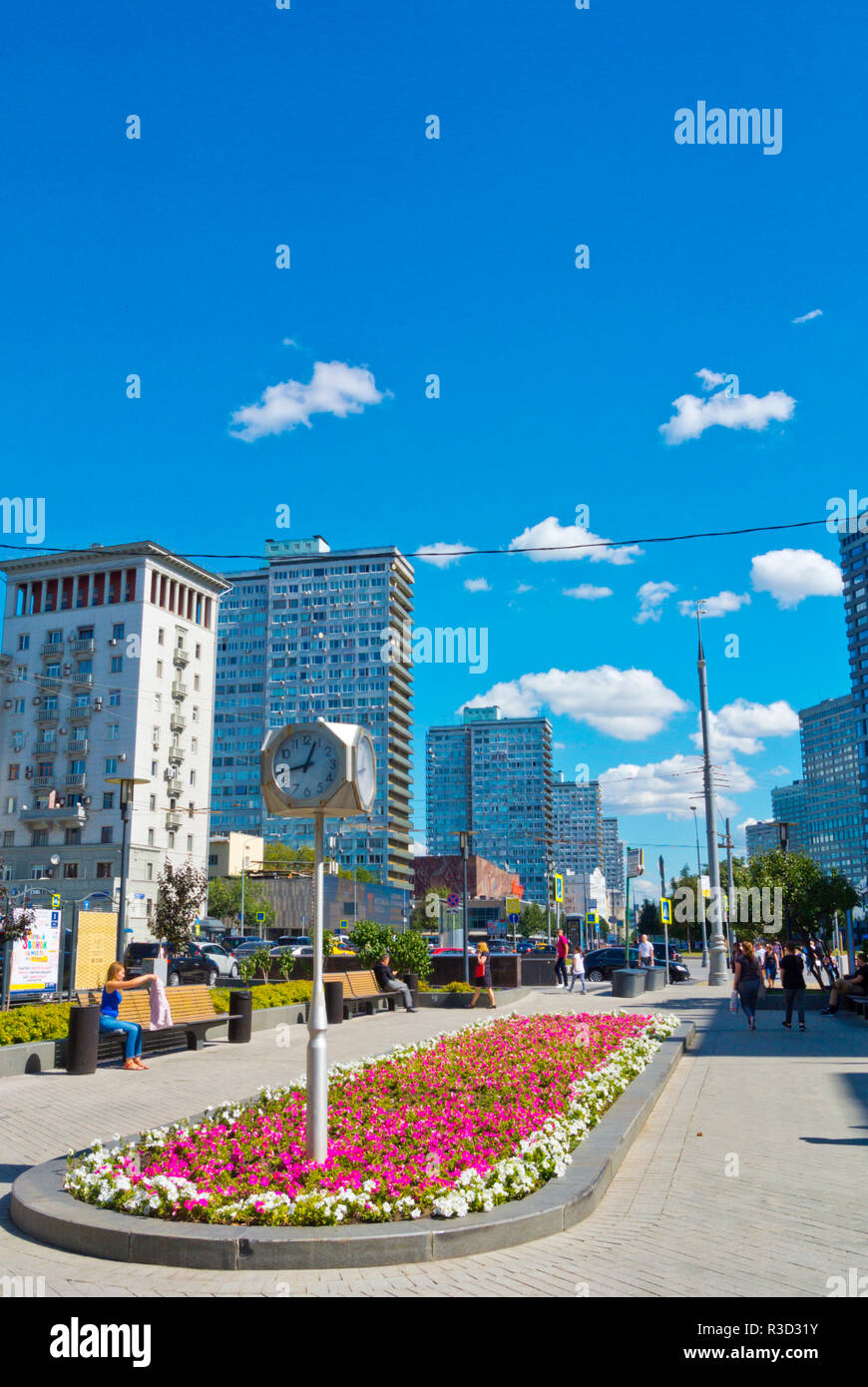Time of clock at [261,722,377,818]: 12:43
